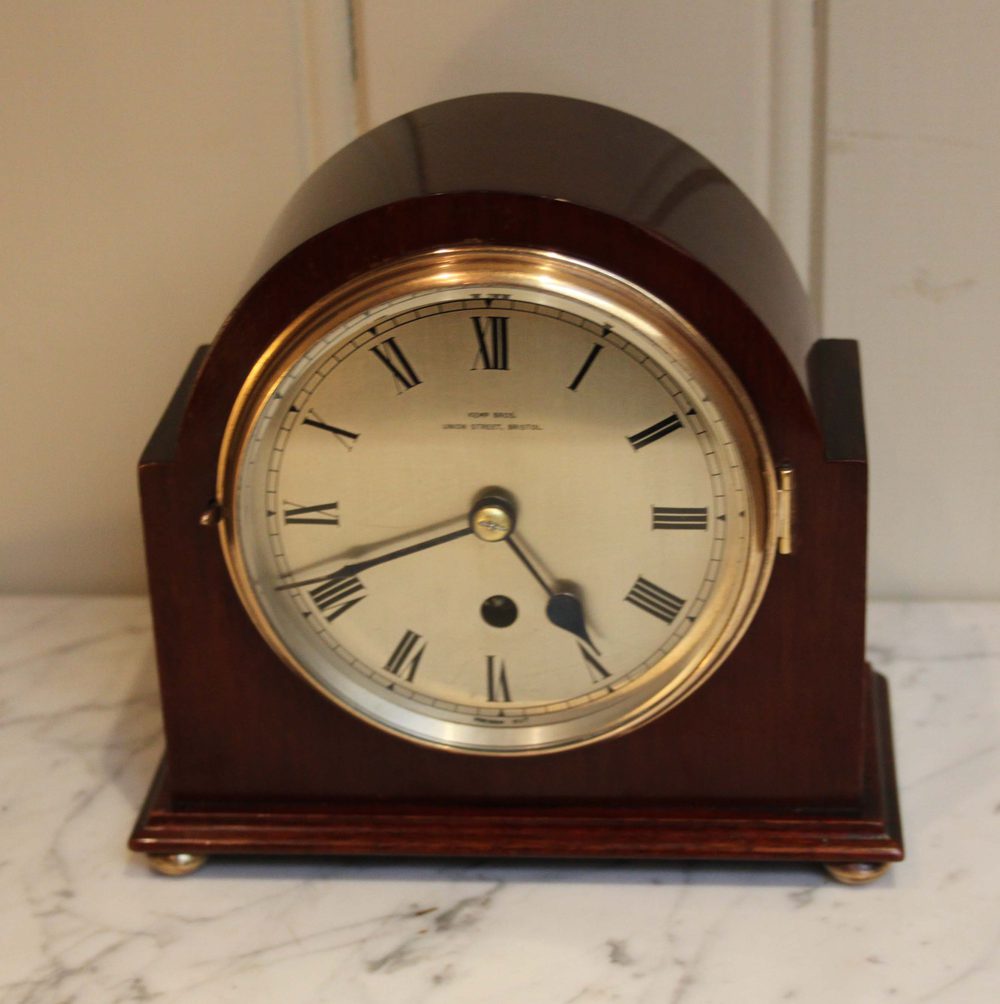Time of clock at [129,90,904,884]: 4:41
